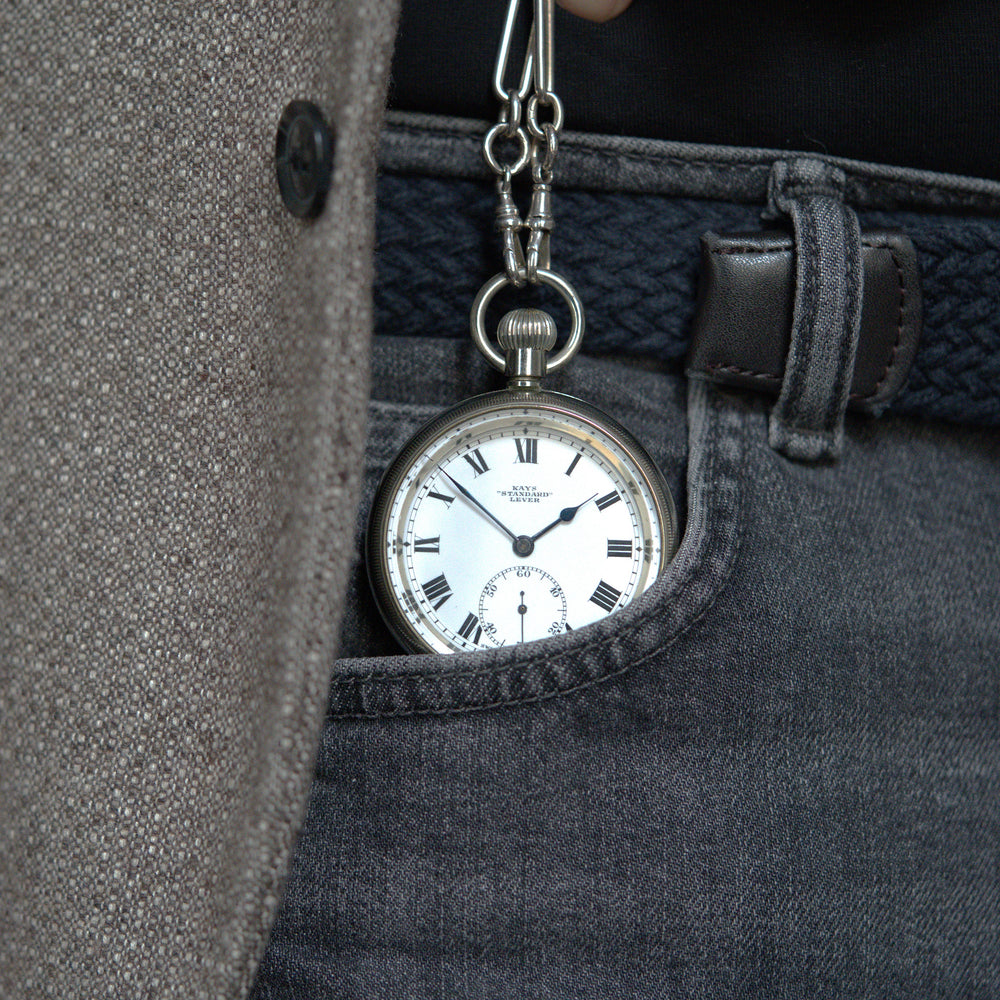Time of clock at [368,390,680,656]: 1:51
